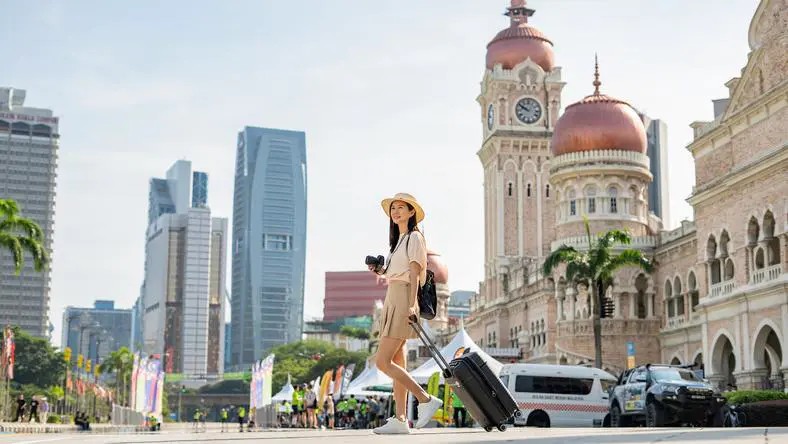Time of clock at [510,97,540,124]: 9:50
